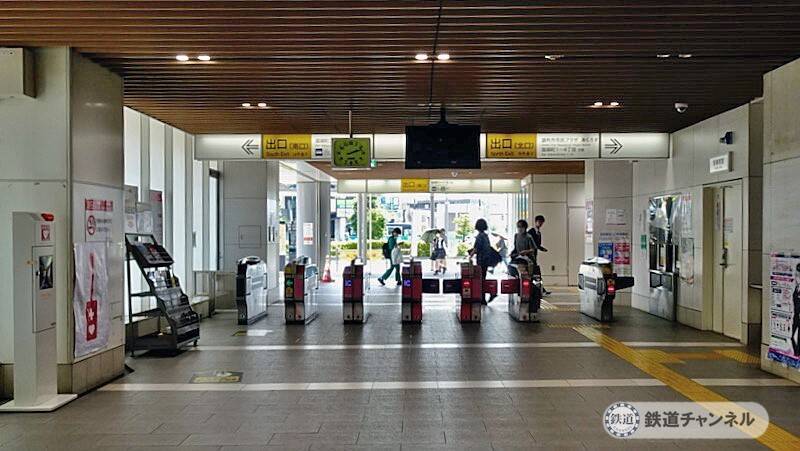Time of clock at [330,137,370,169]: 2:11
